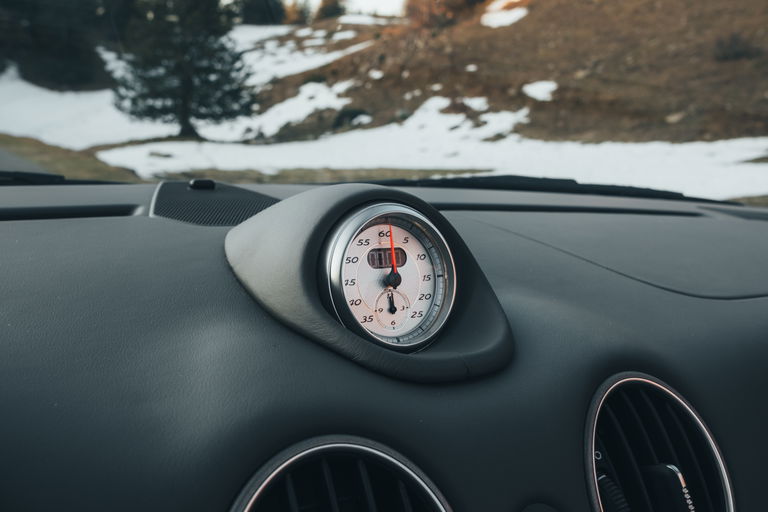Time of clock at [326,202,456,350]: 6:00
